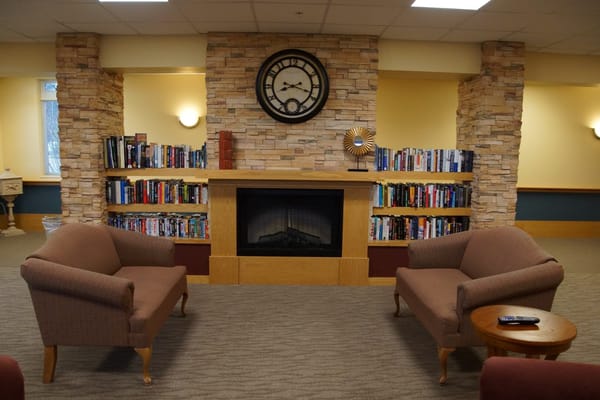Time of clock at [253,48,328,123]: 2:18
